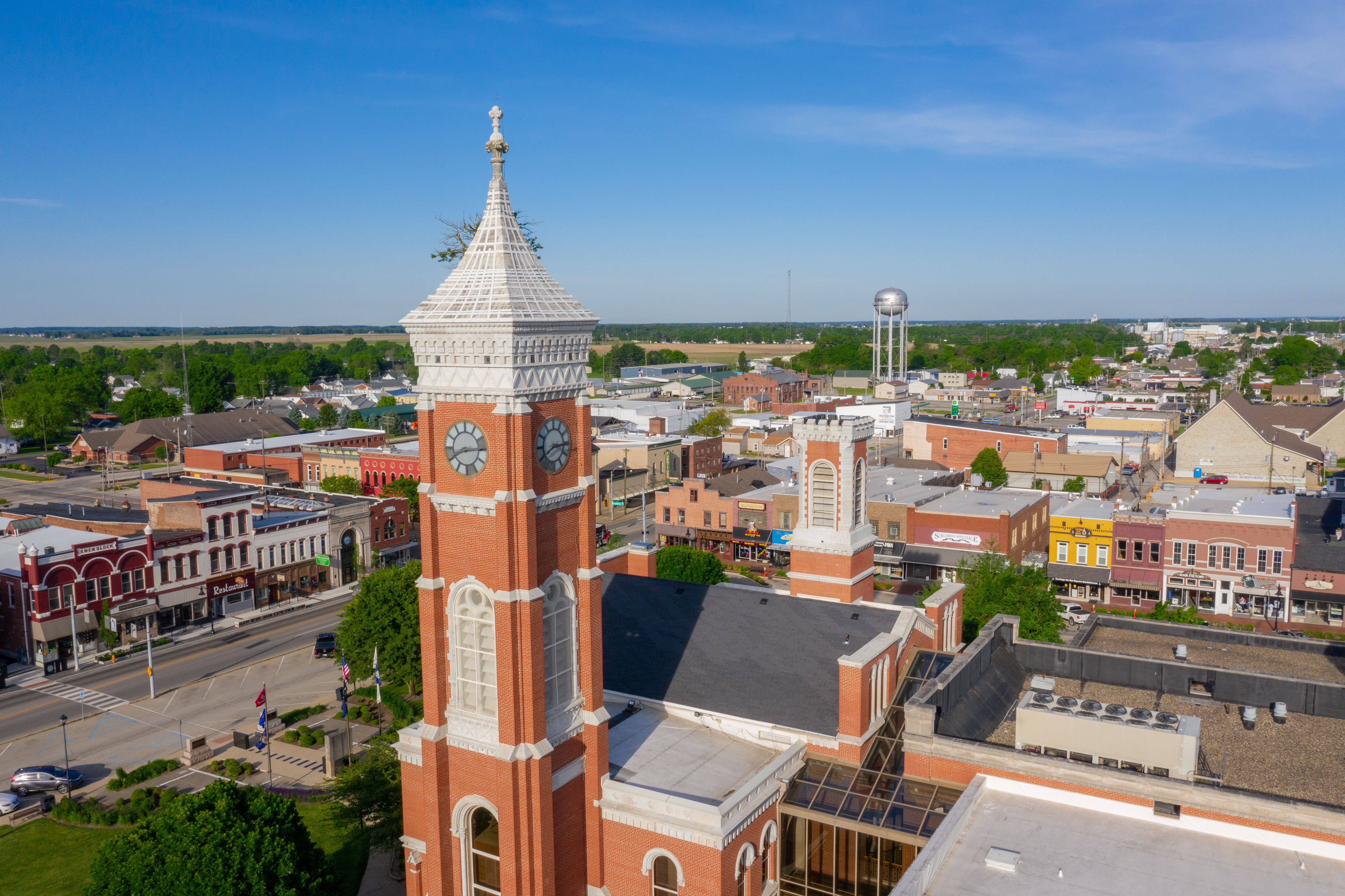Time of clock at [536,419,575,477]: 2:40
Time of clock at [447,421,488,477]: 8:14
